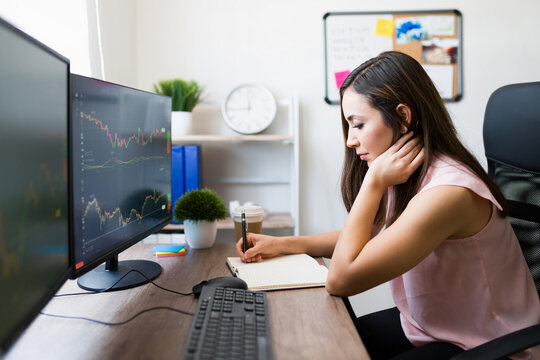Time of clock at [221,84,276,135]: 11:44
